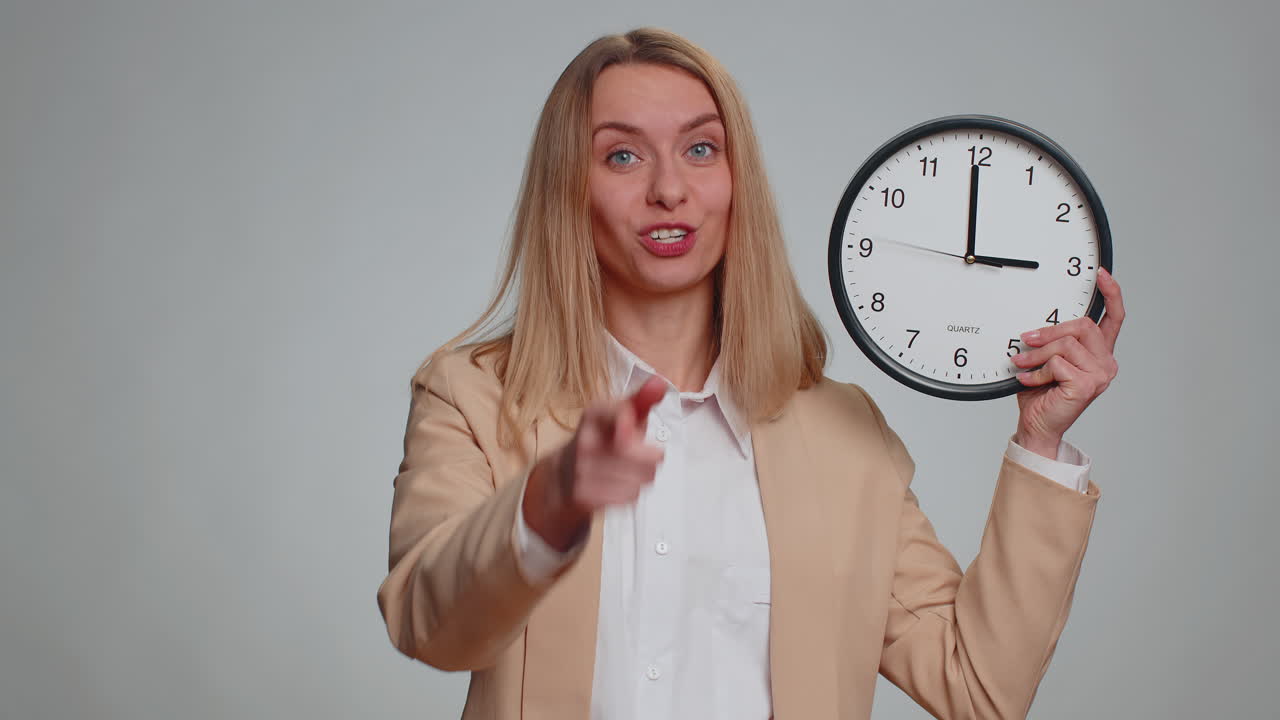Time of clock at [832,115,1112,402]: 2:59
